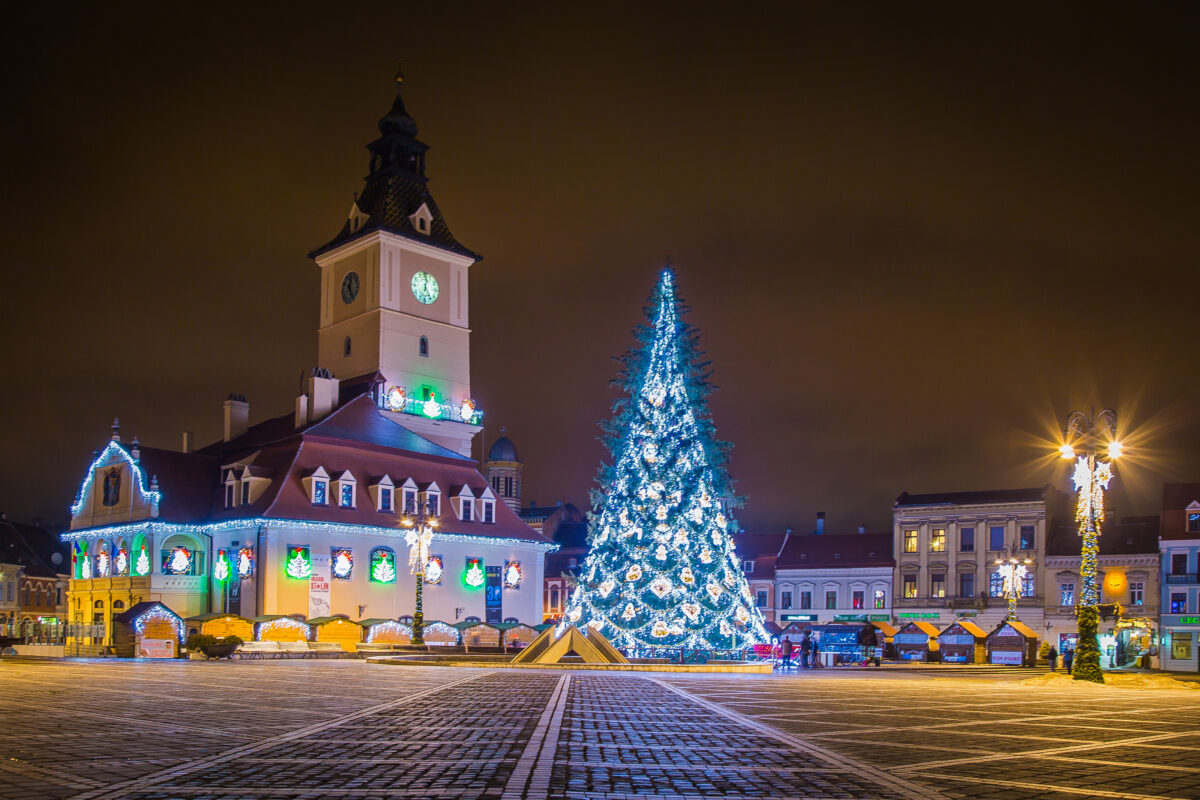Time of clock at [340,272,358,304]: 12:24
